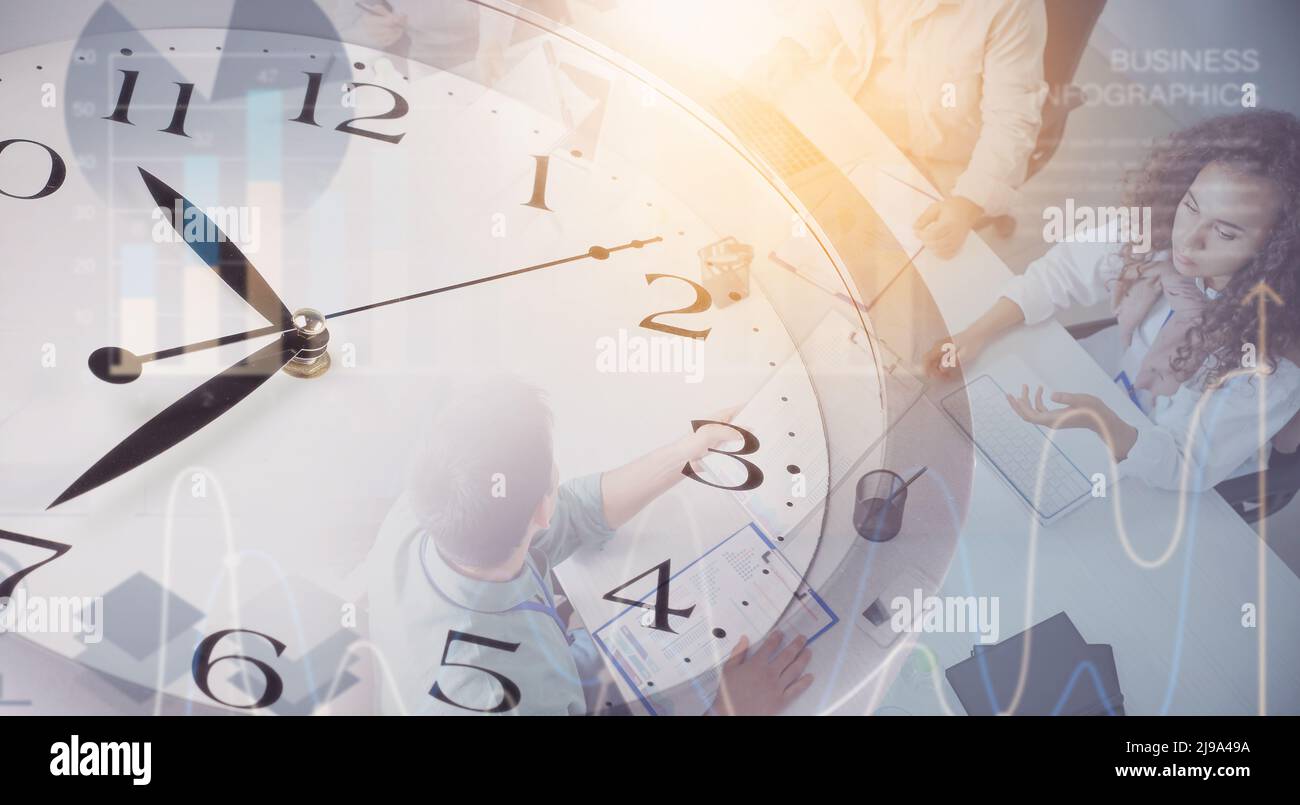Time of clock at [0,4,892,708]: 10:36
